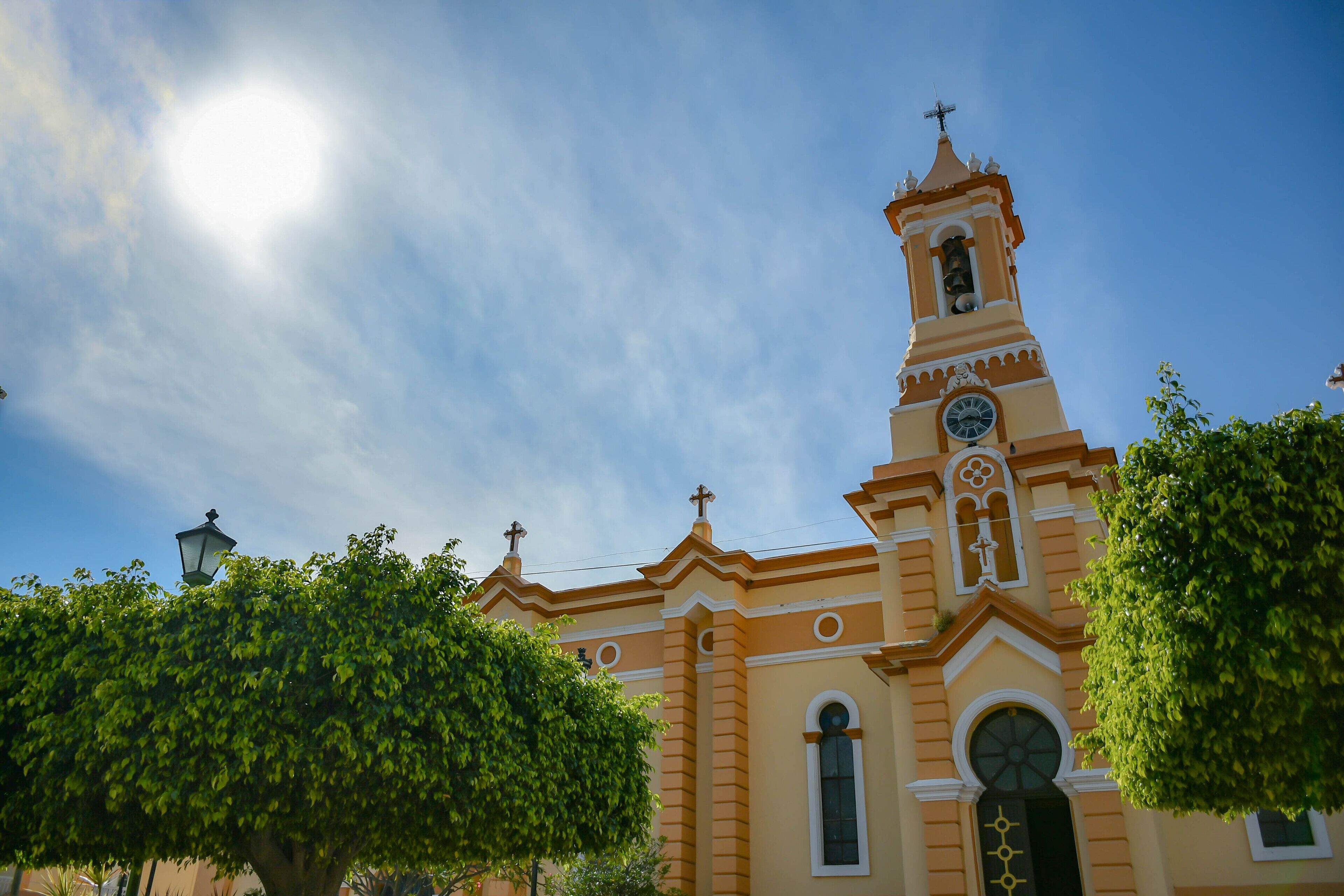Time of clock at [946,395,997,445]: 8:16
